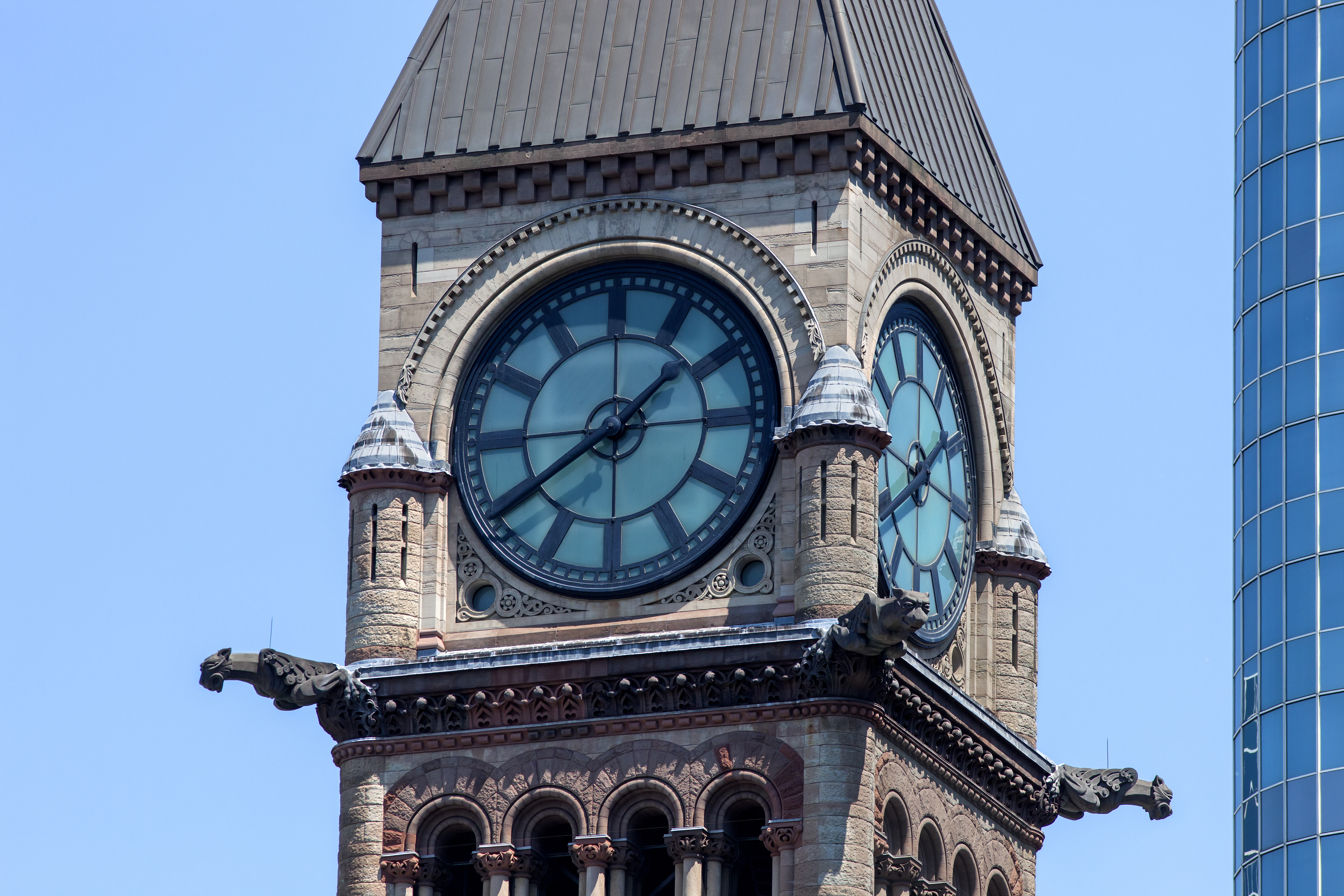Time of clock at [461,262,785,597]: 1:39
